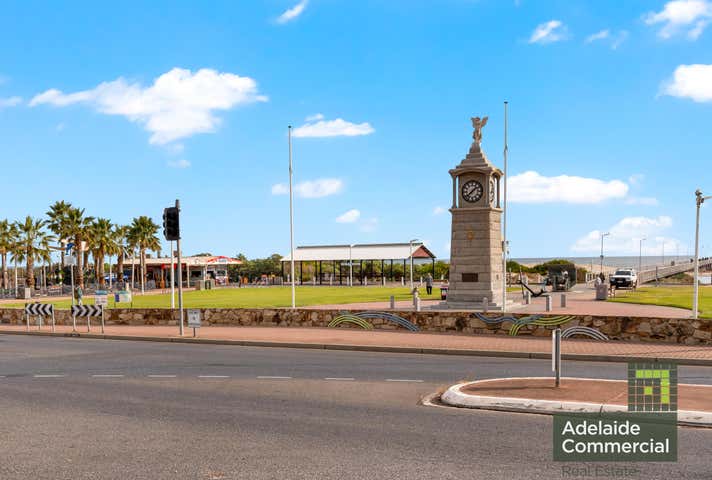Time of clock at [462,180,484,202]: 1:38
